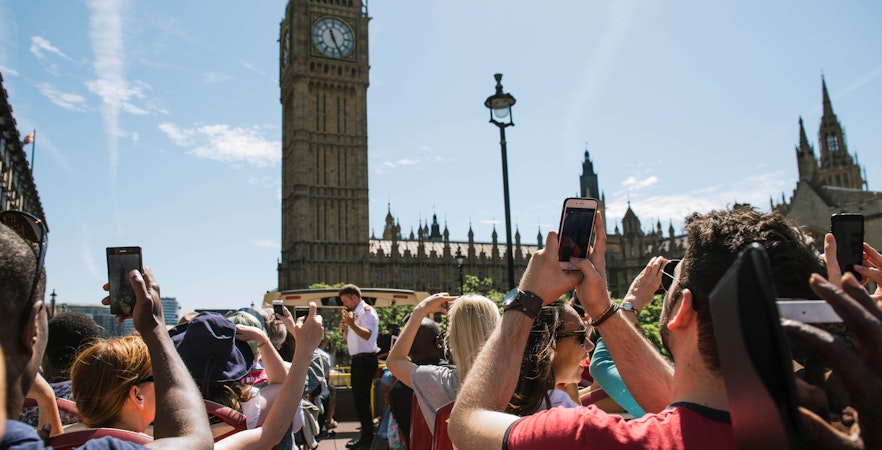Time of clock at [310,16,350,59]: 11:25
